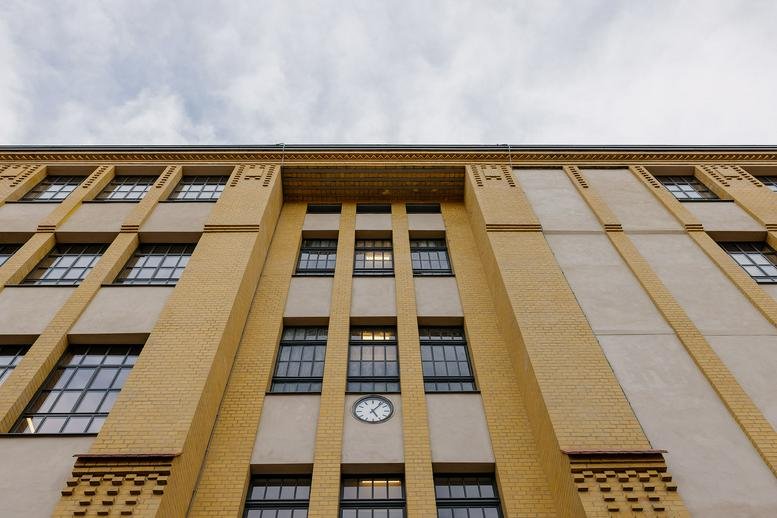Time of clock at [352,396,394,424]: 5:06
